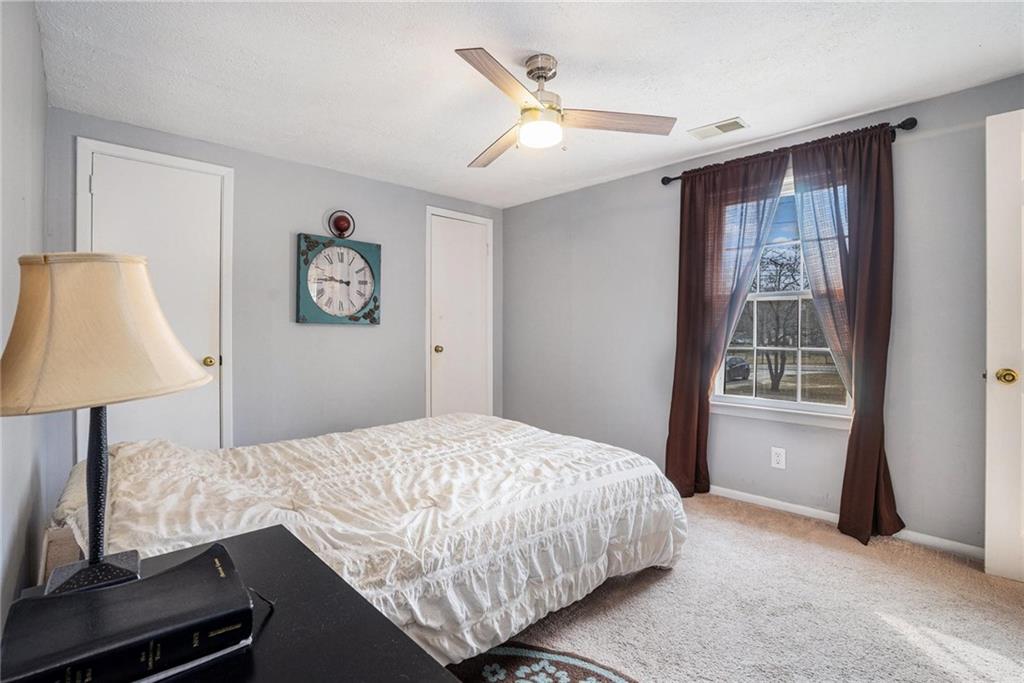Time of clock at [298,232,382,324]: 9:45
